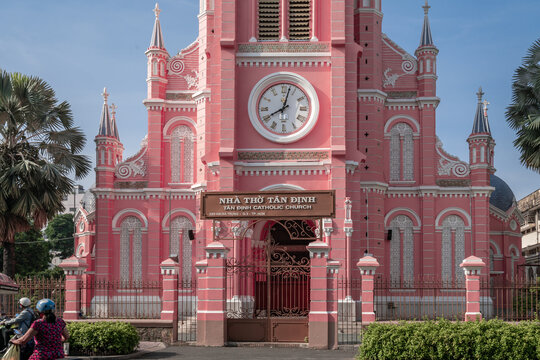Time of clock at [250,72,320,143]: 8:02
